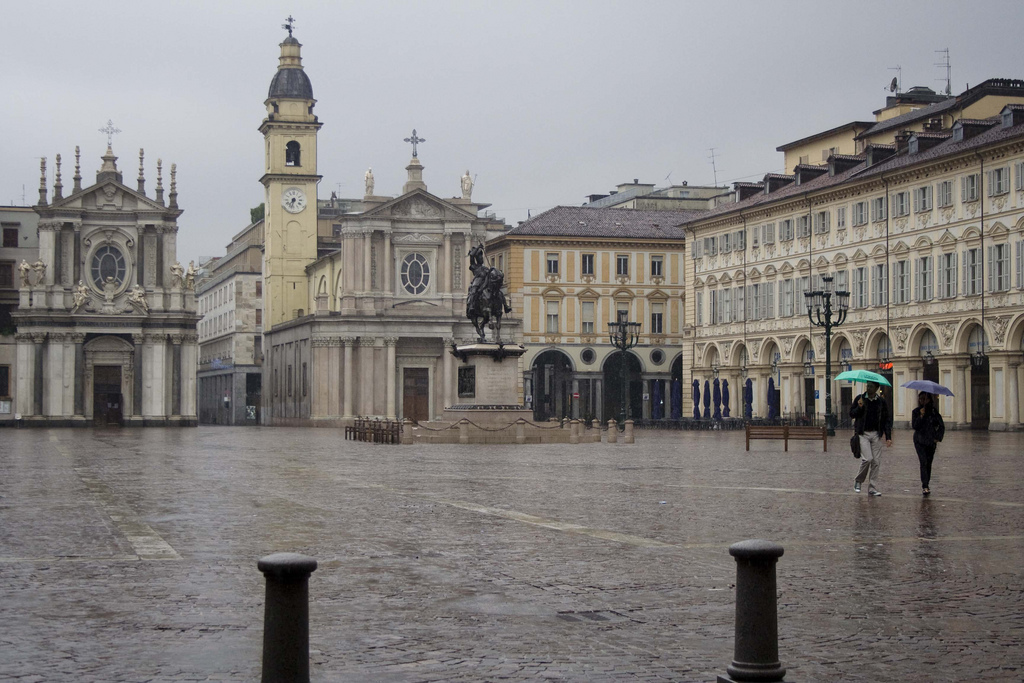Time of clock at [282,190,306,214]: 7:32
